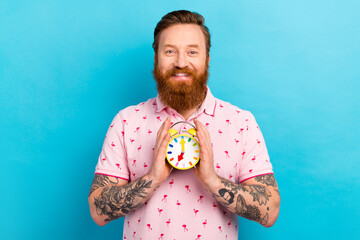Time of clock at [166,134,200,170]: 7:00
